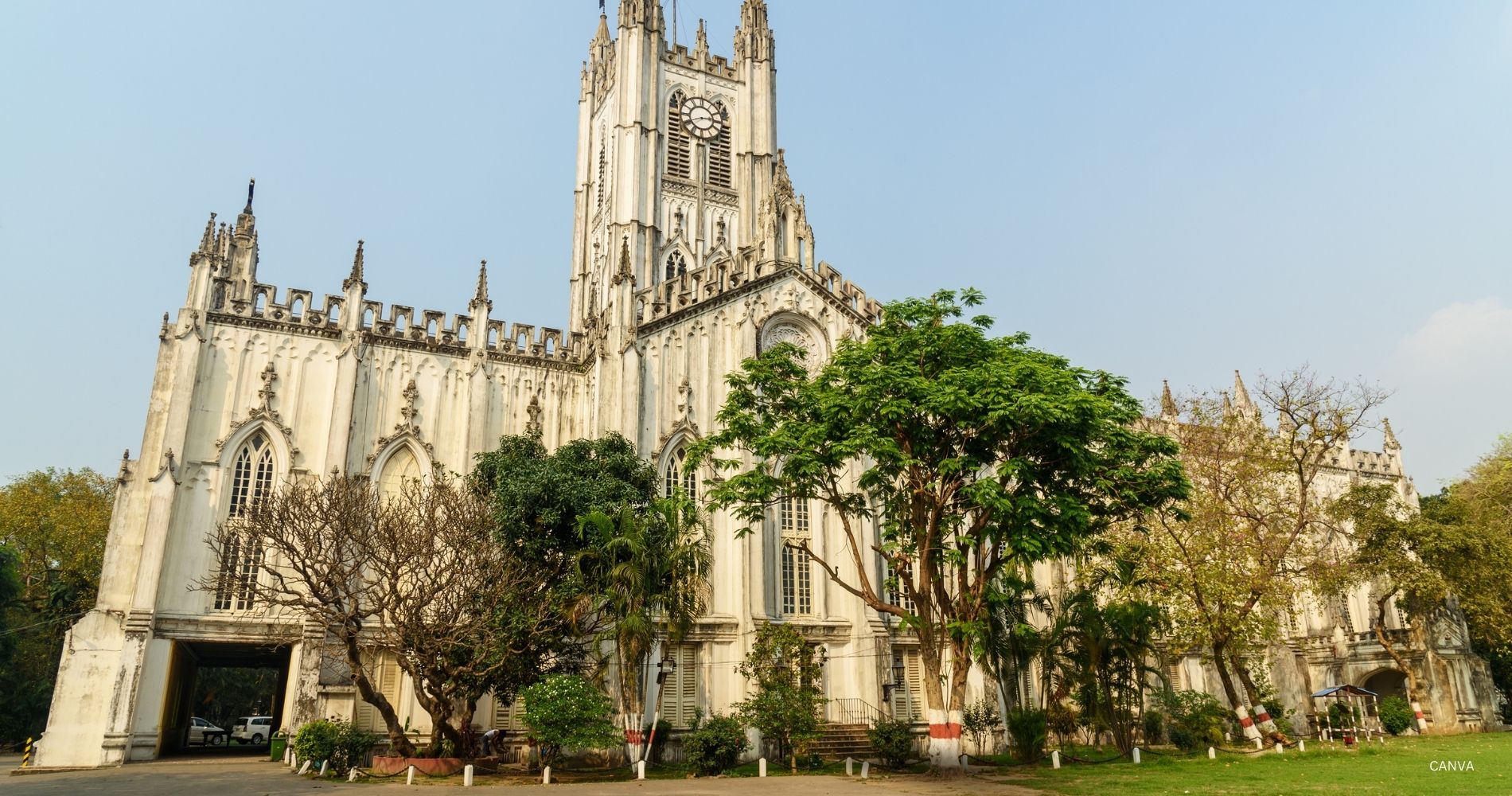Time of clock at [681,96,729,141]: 2:40
